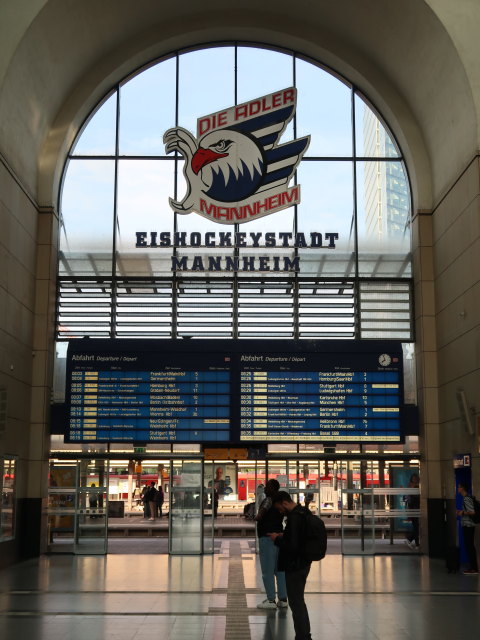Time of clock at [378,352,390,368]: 7:57
